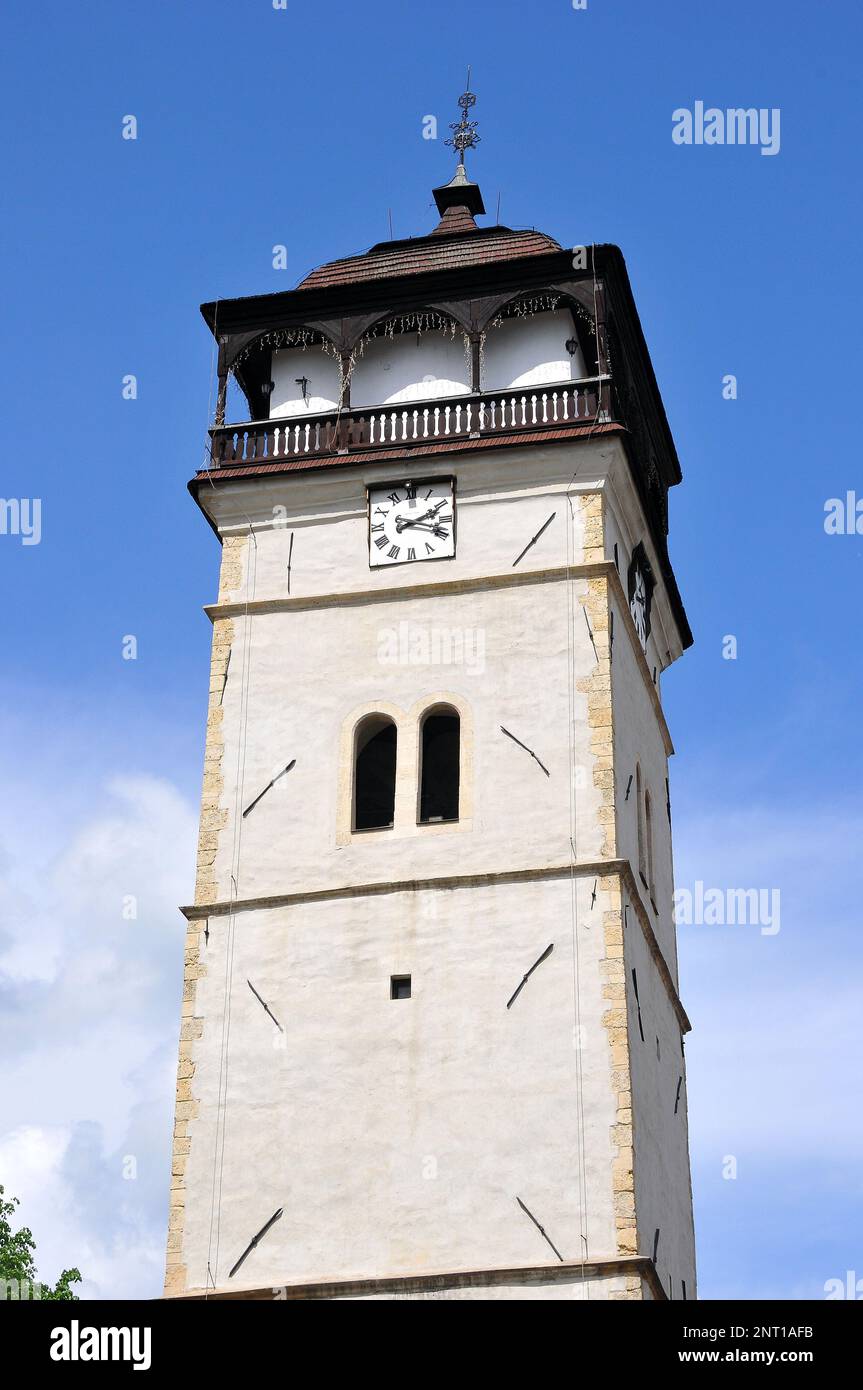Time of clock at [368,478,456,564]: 2:18
